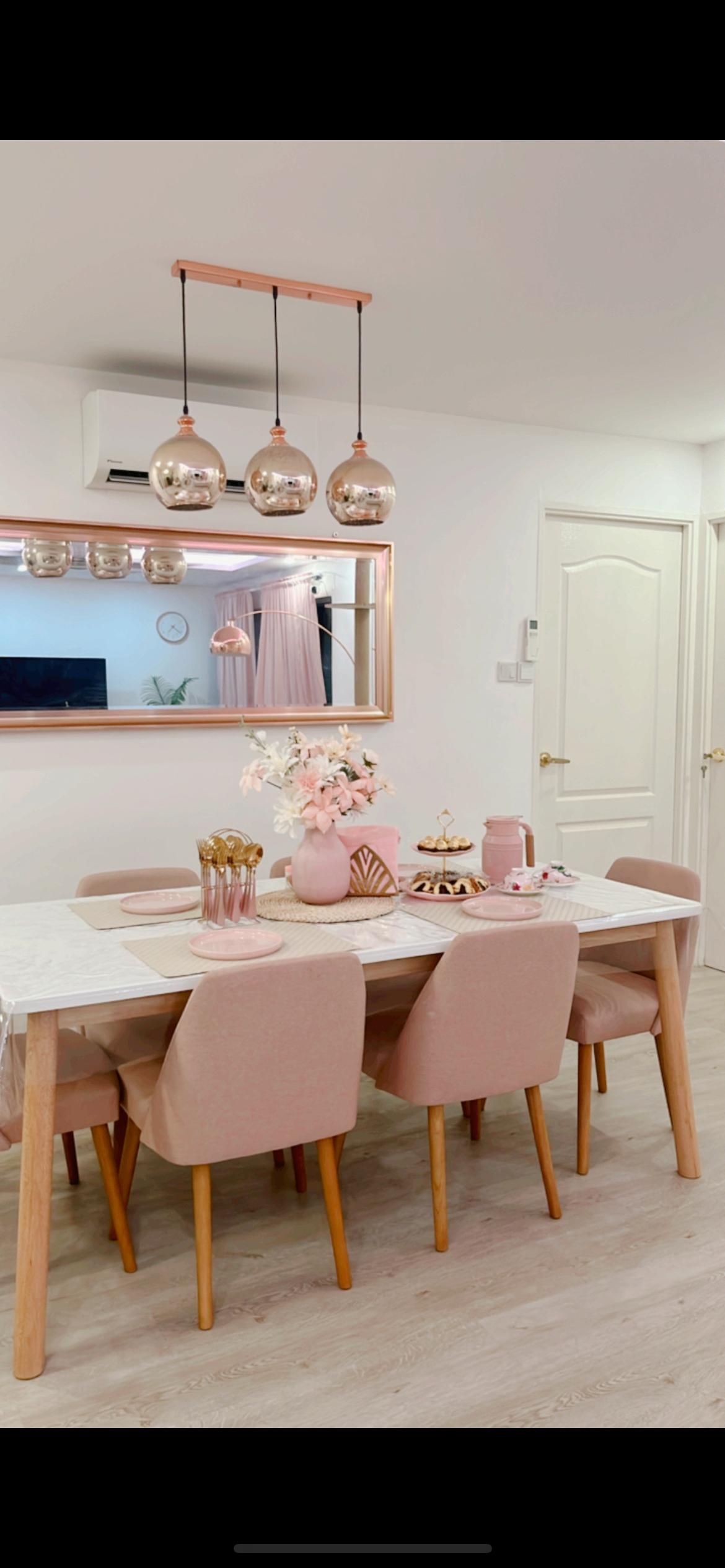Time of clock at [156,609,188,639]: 7:21
